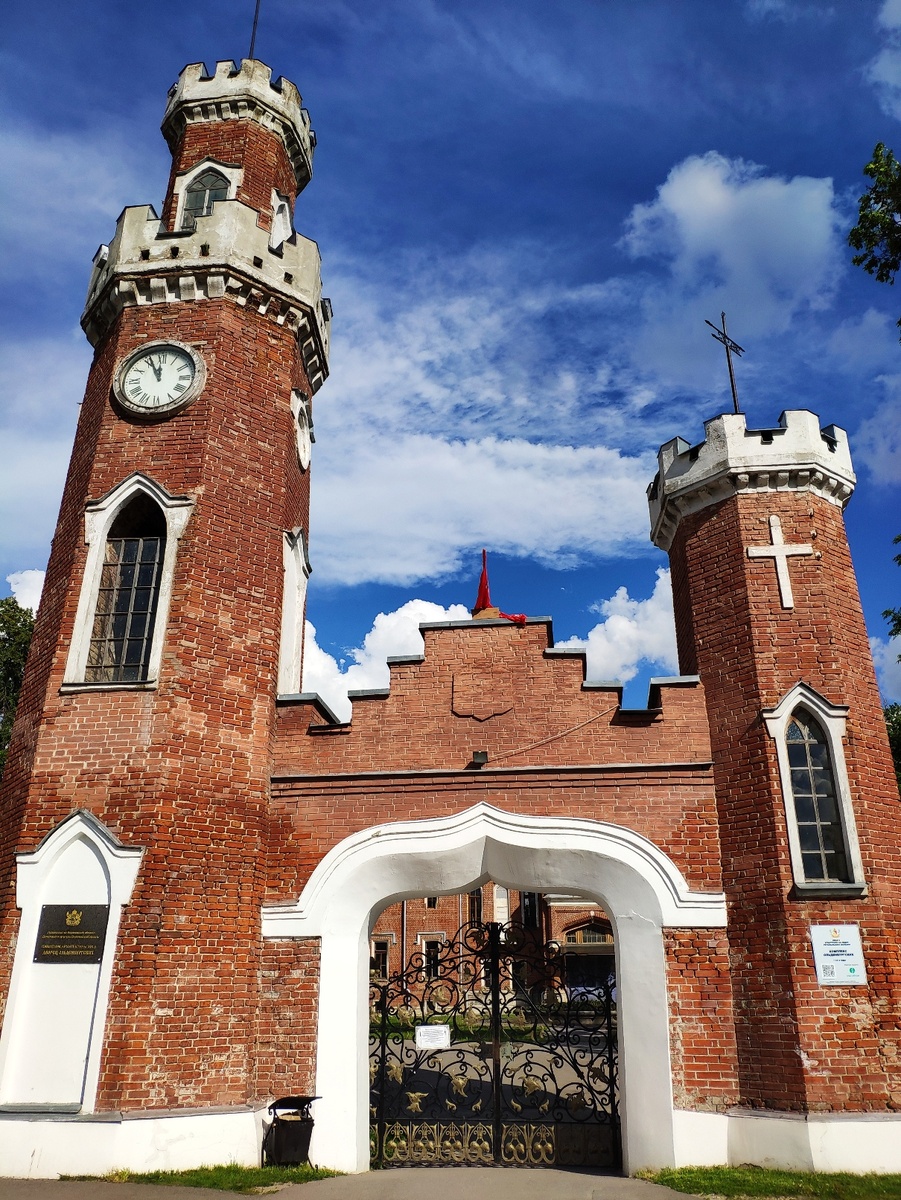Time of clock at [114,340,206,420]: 11:55
